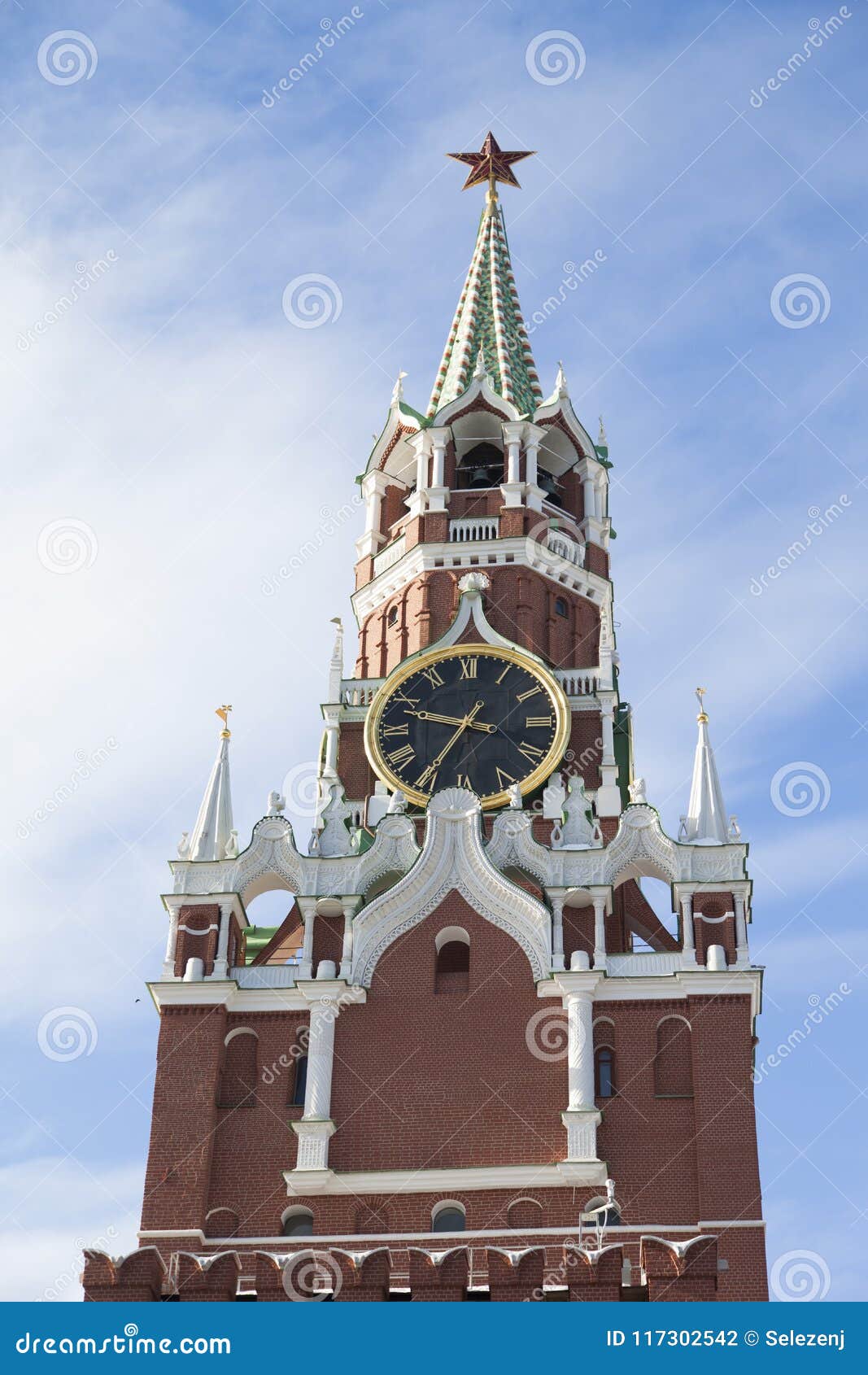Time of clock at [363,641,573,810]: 9:35
